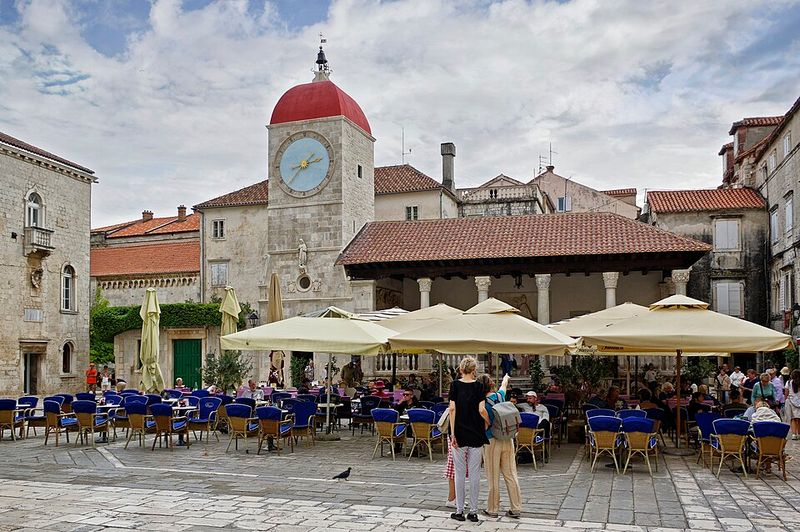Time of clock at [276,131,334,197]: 2:37
